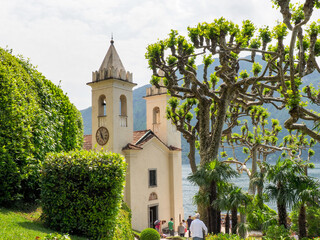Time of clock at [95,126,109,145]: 4:57
